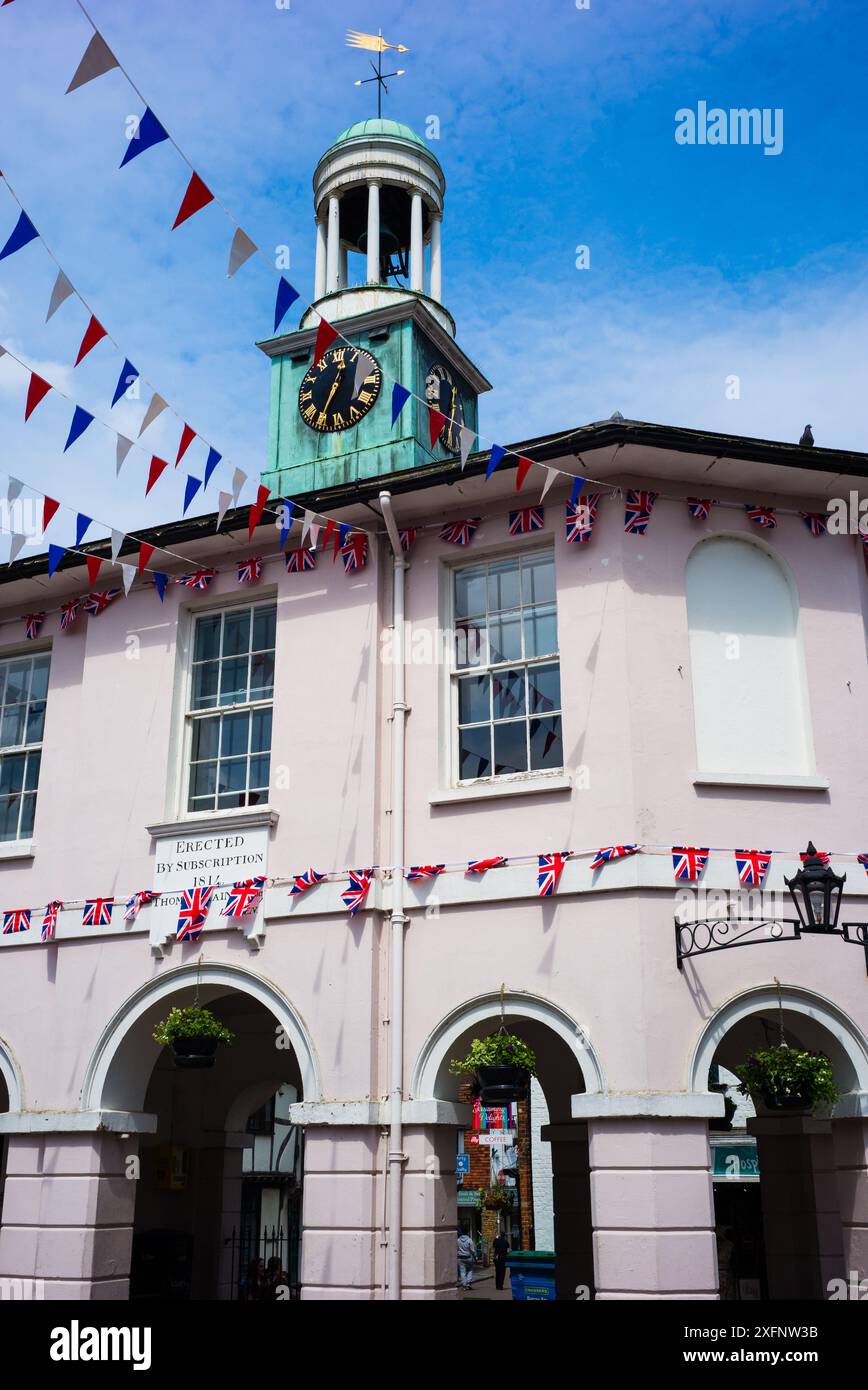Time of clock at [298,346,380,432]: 12:34
